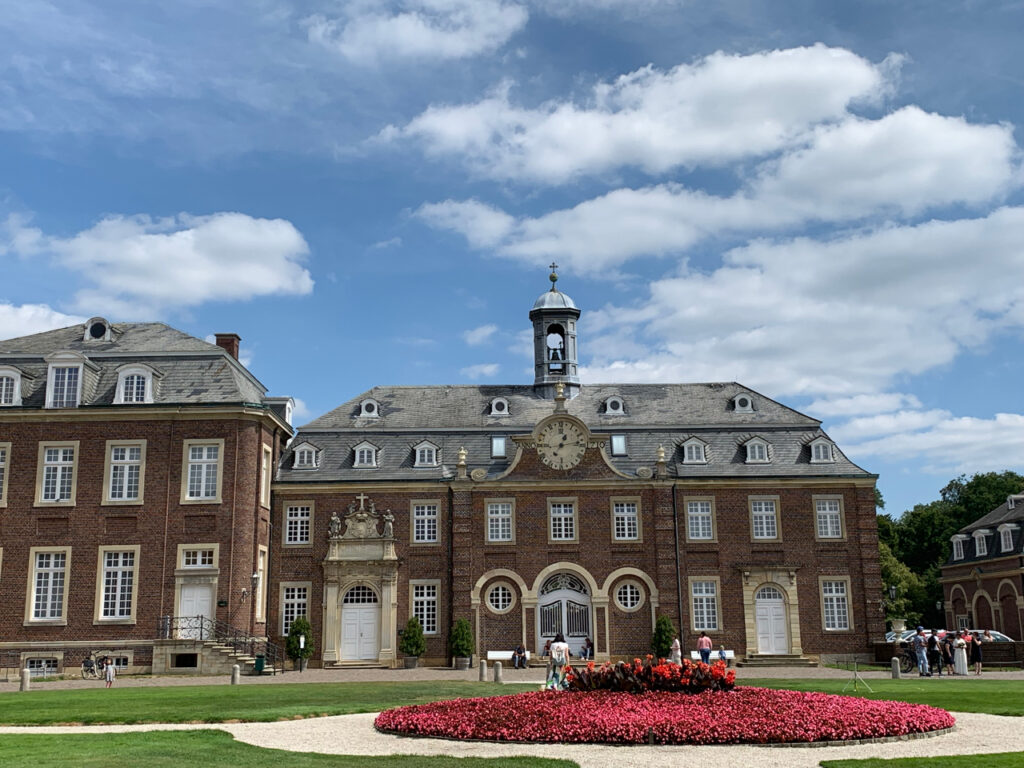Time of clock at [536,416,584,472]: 1:13
